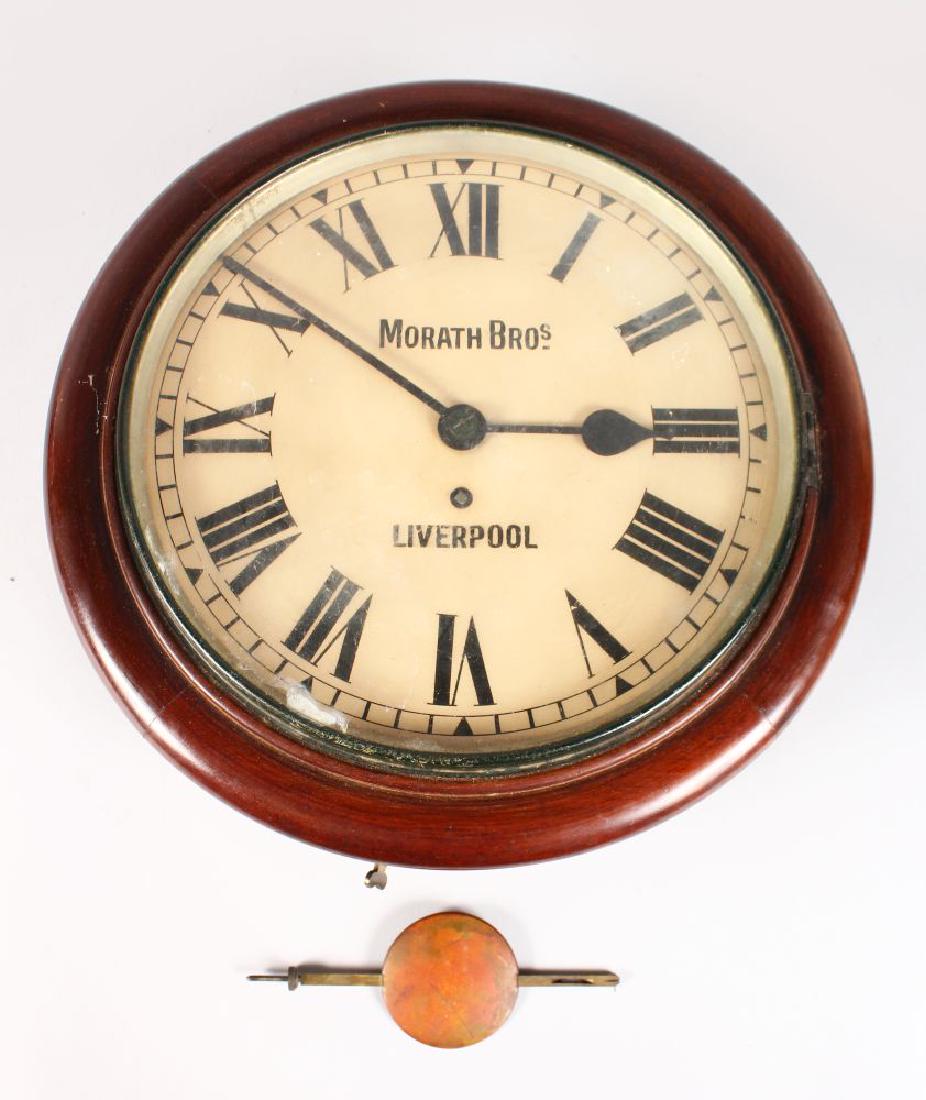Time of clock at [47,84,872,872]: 2:50
